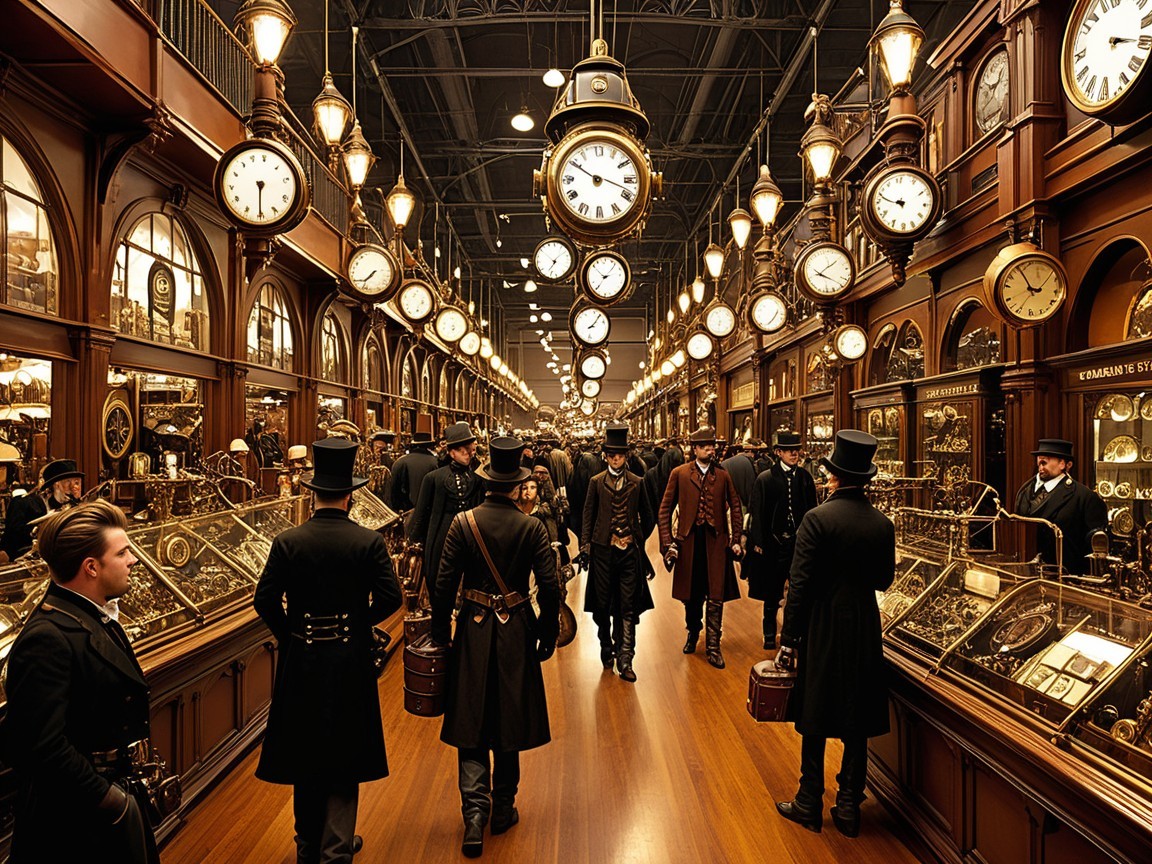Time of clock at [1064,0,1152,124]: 3:15
